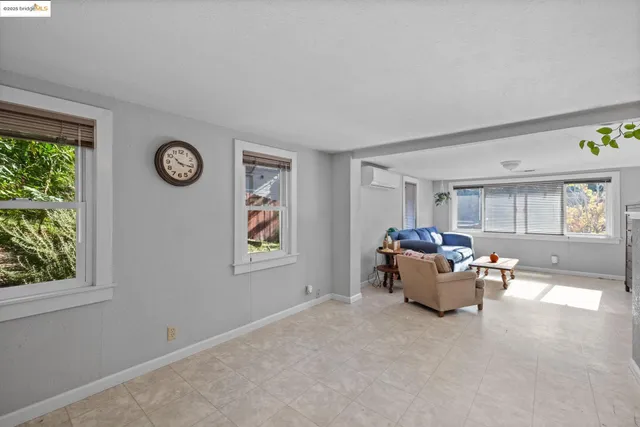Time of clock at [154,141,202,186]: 10:16
